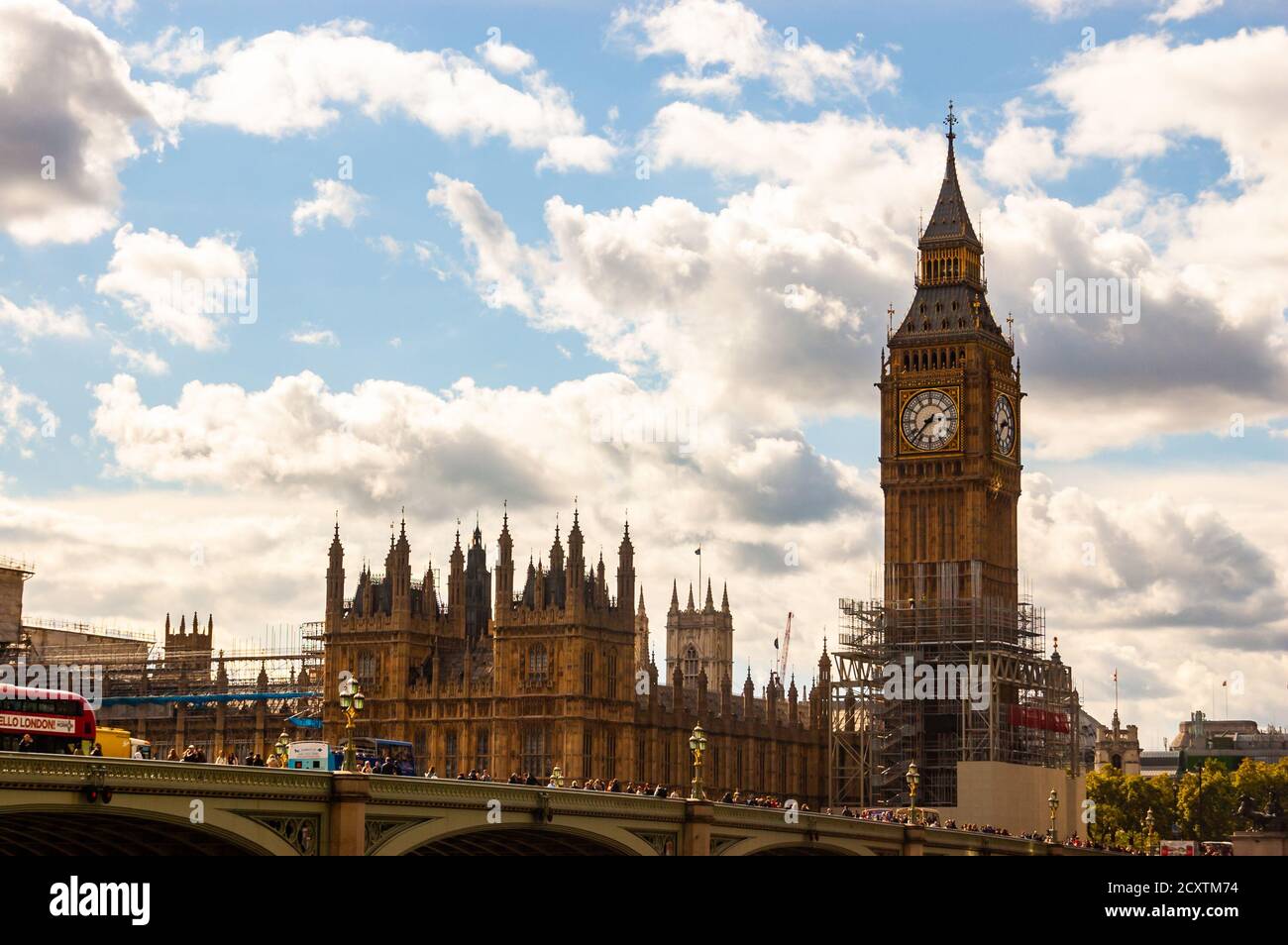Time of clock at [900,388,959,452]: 7:37
